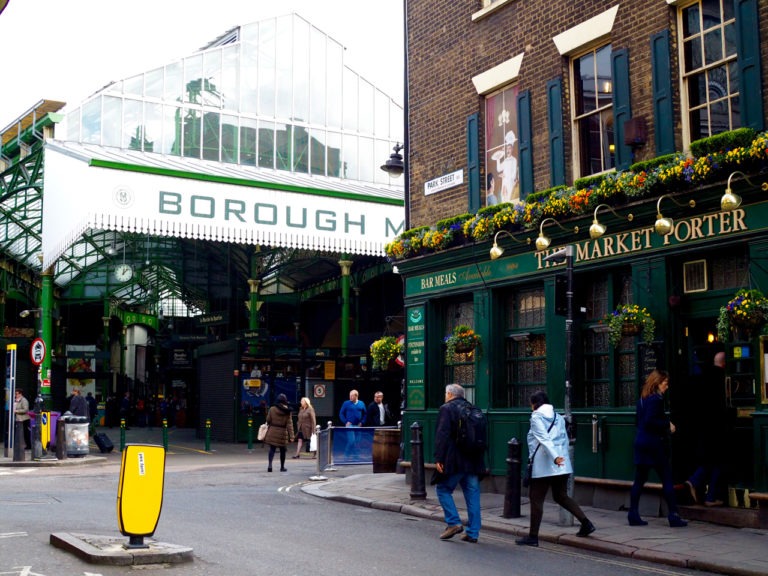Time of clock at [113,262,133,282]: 12:07
